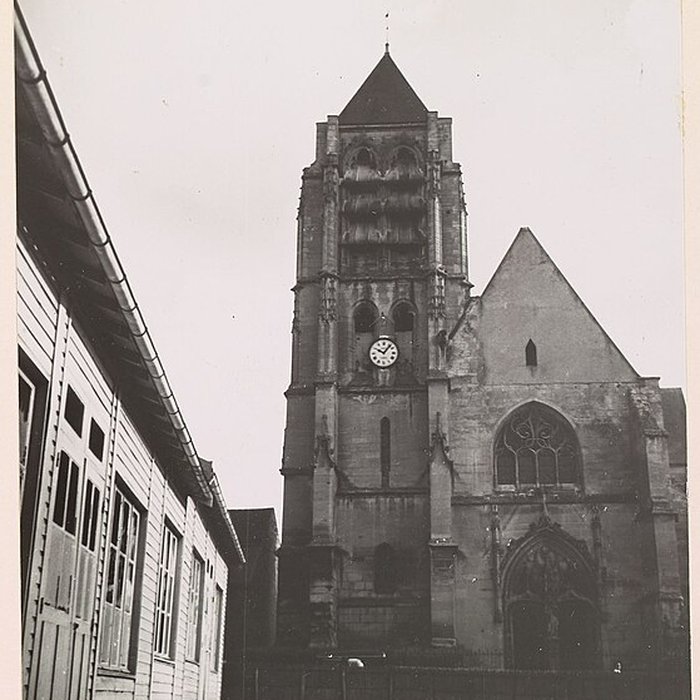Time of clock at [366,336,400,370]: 10:06
